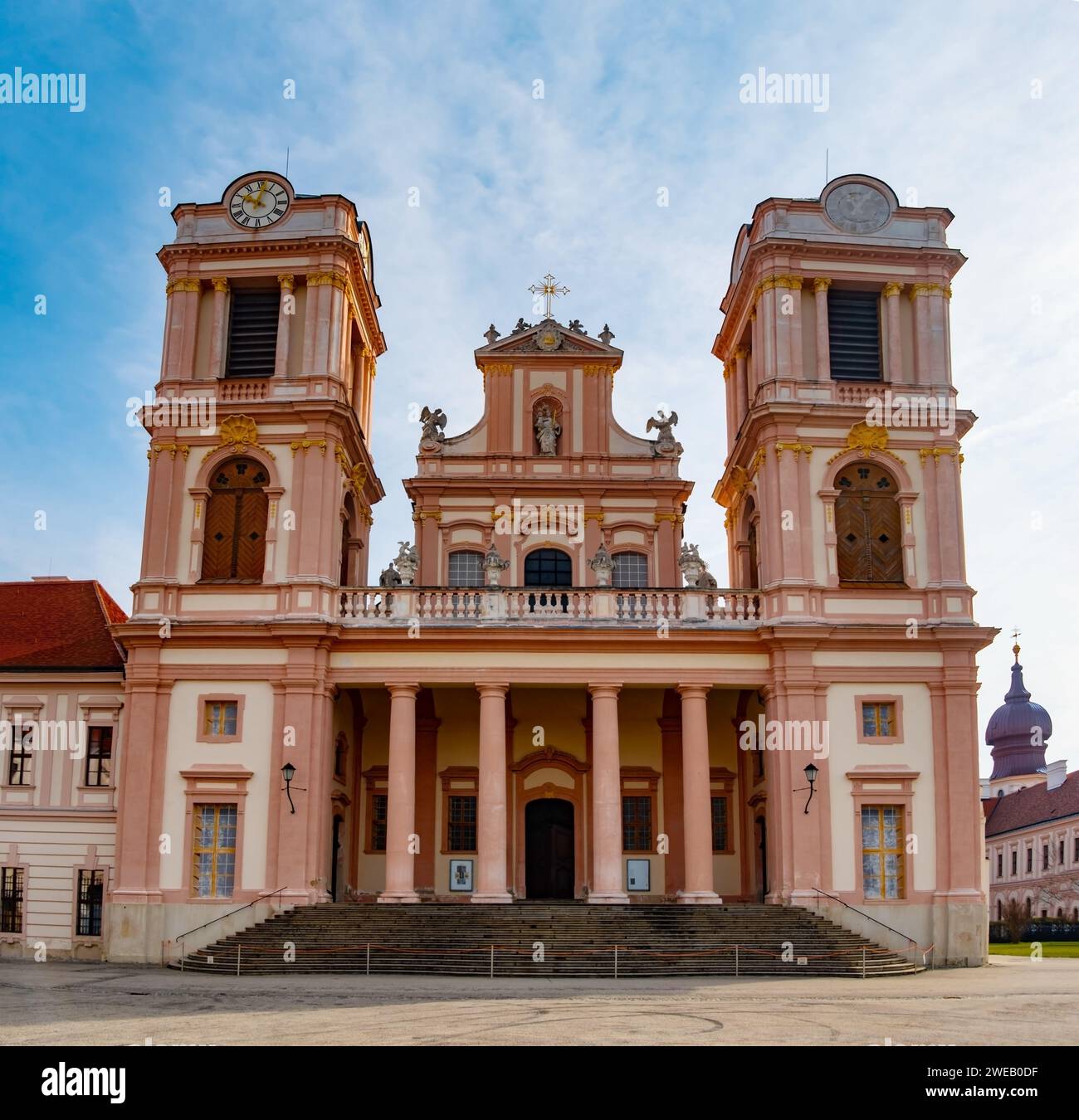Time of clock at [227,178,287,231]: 10:02
